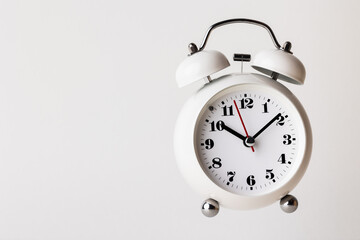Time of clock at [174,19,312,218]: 10:08
